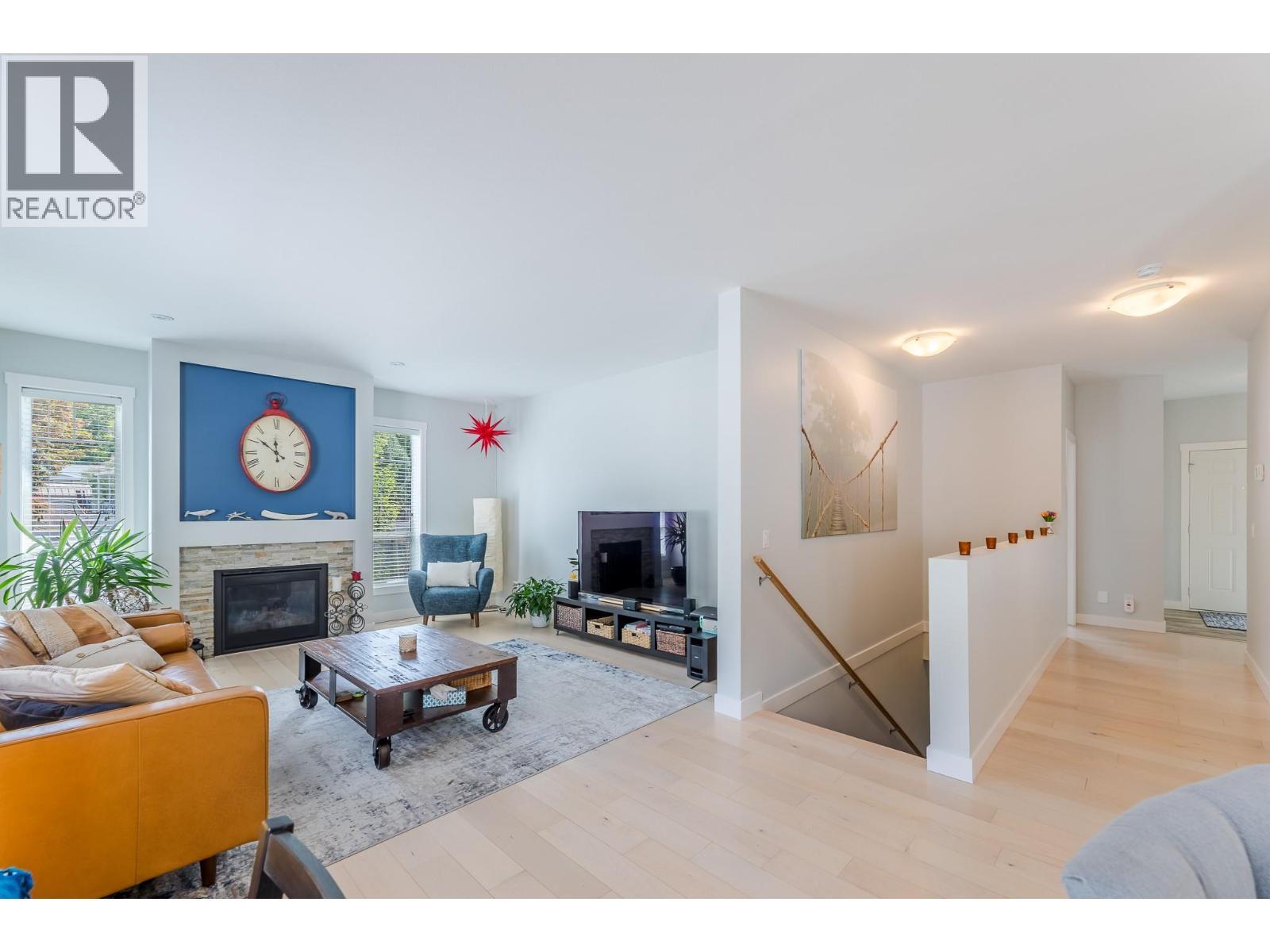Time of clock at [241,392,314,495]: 11:51
